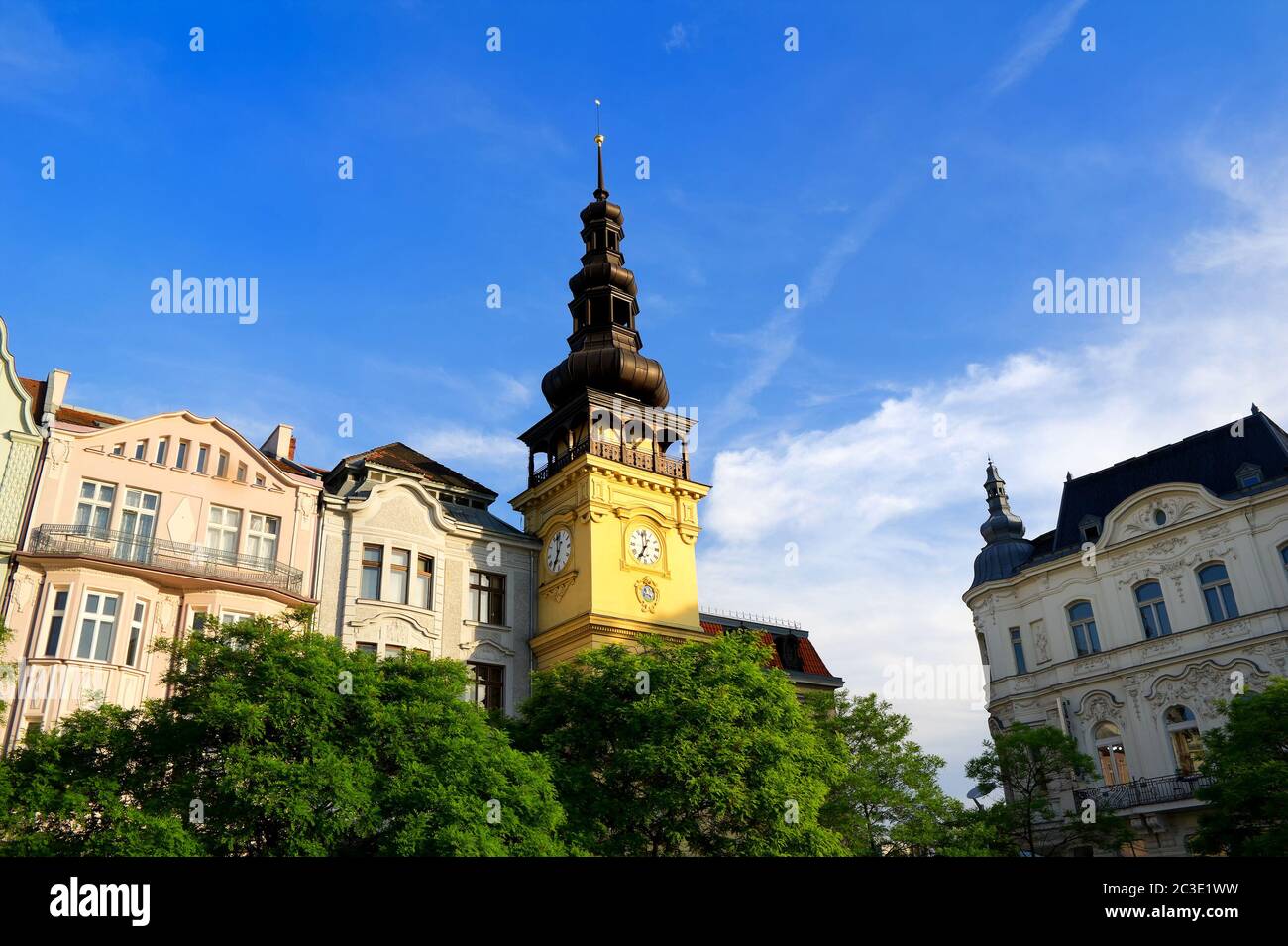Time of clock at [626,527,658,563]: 6:58
